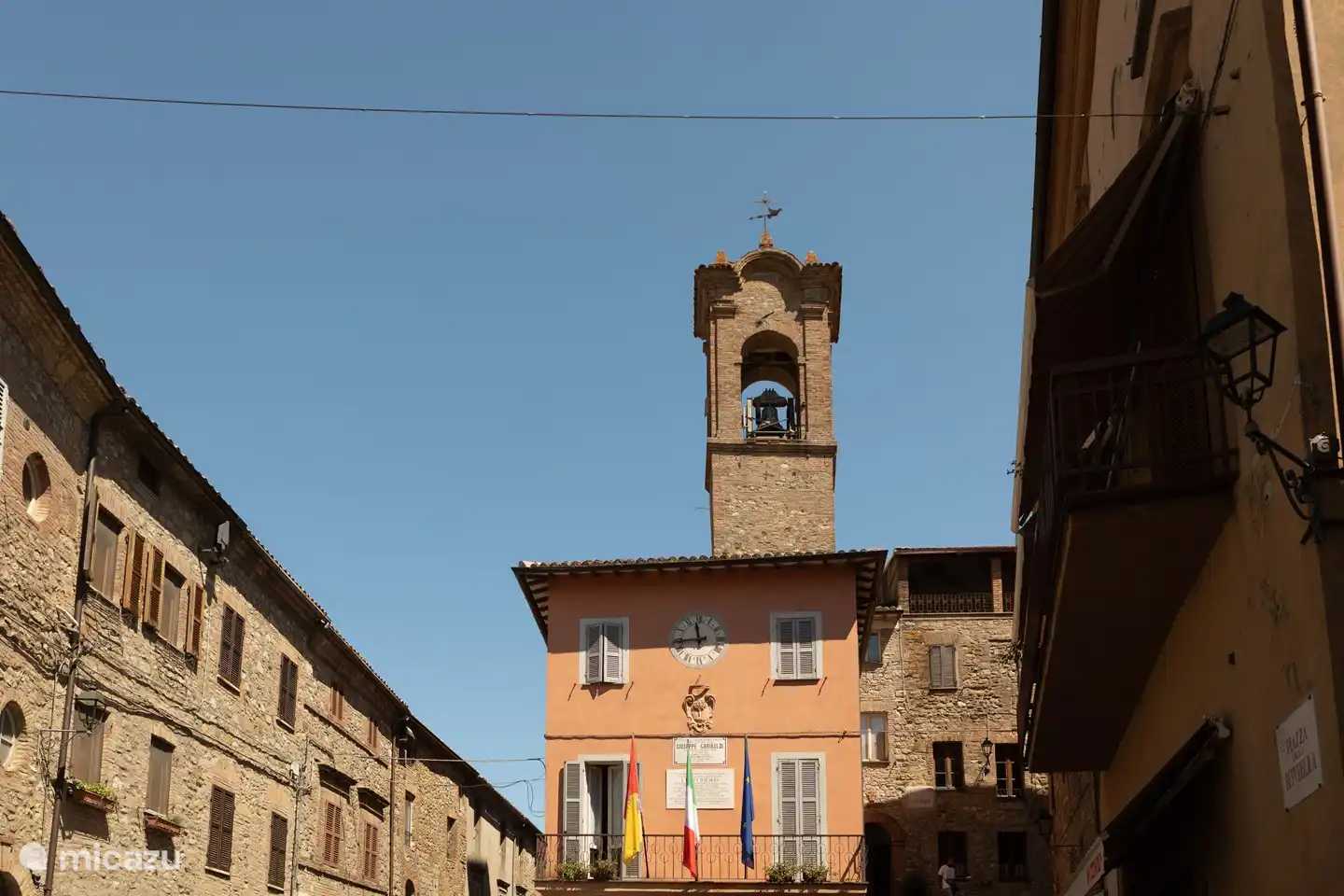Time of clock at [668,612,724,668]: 11:44
